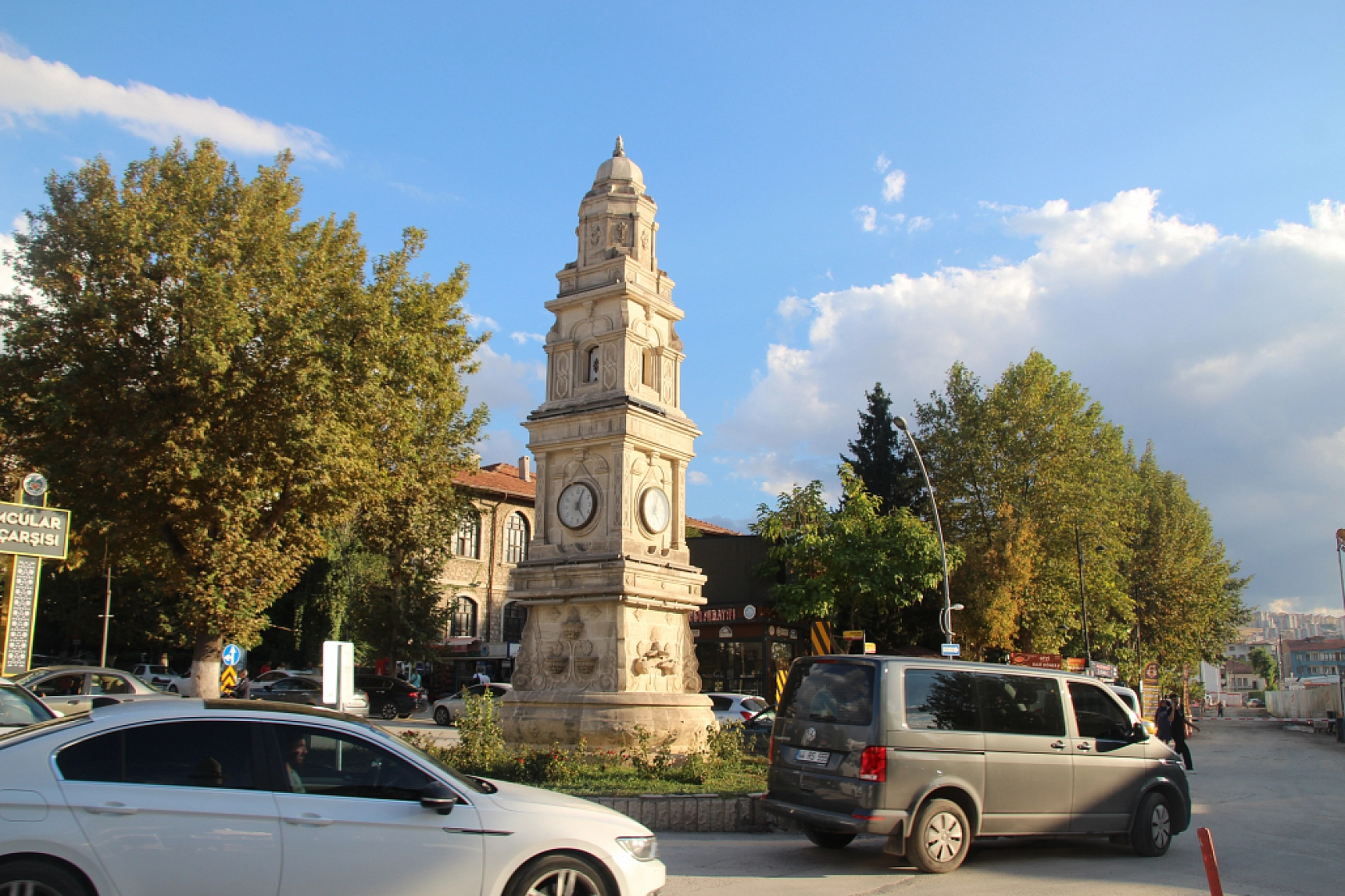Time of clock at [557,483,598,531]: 5:03
